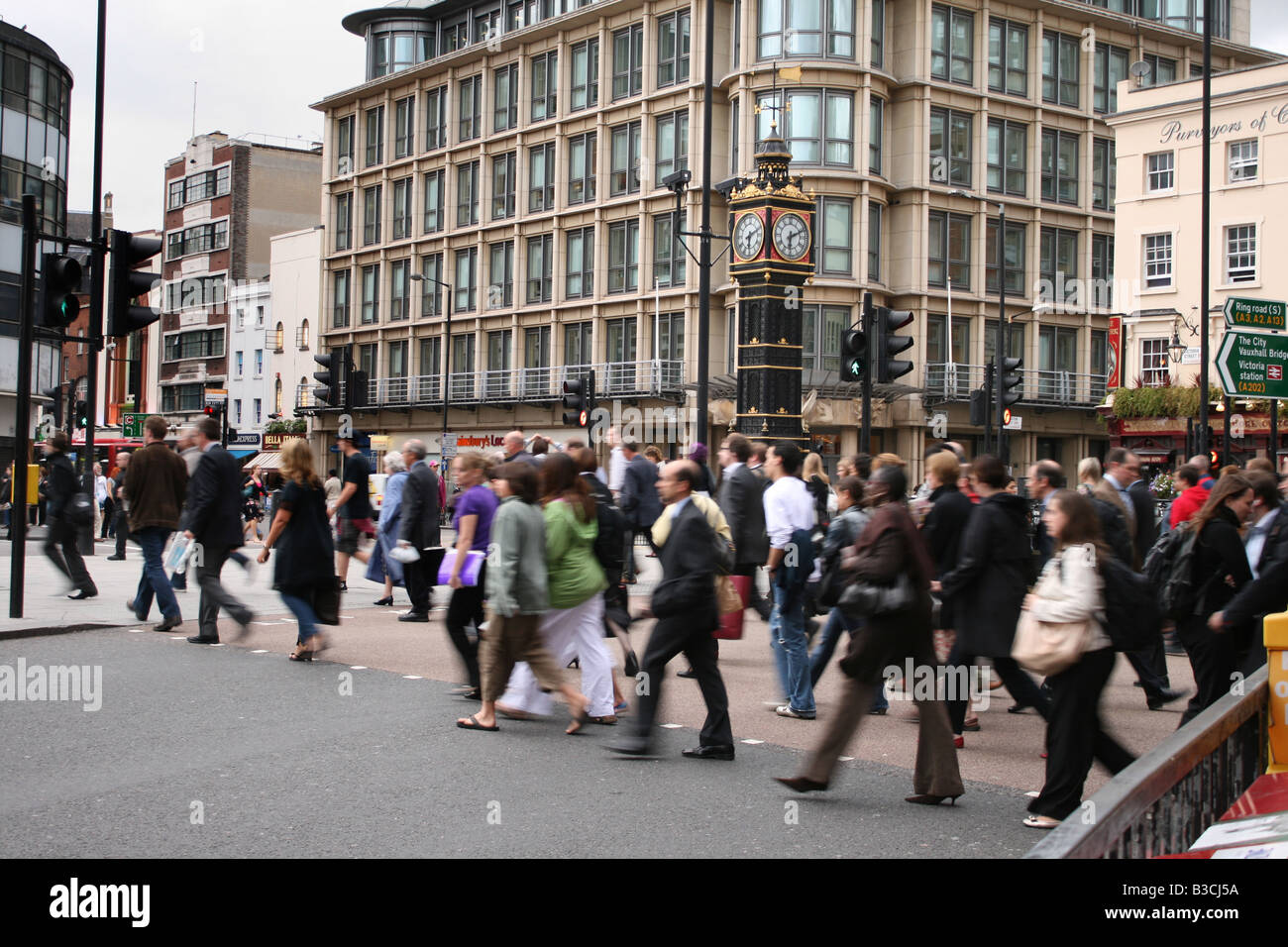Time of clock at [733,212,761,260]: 6:11
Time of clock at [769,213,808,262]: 6:11
